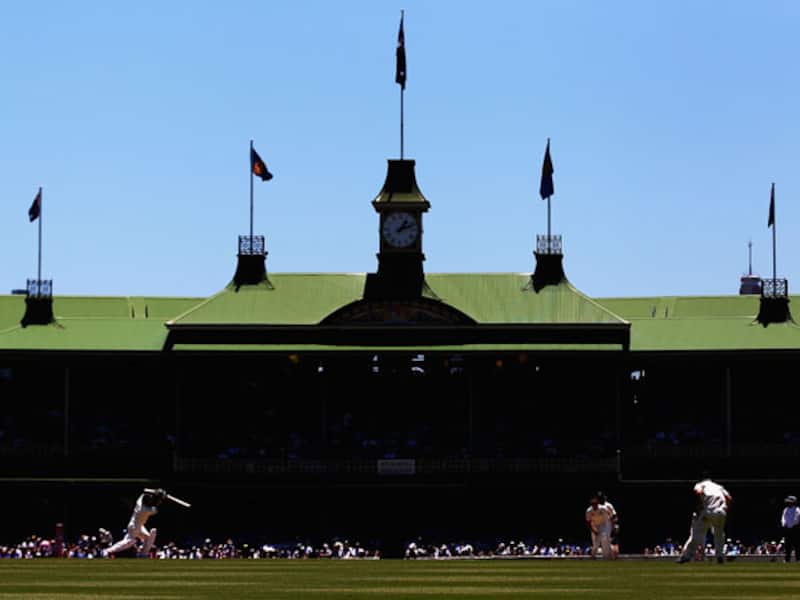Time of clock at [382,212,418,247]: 1:11
